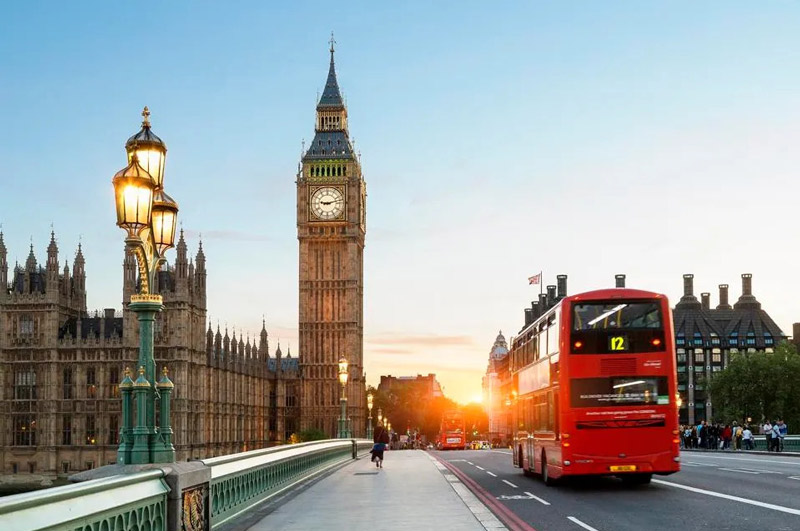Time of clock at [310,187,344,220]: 9:12
